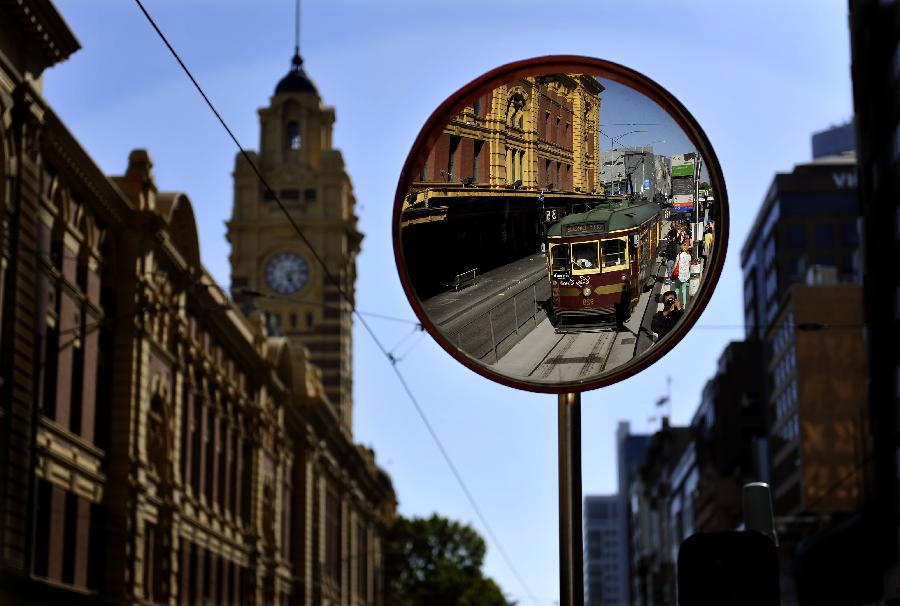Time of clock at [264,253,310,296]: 5:13
